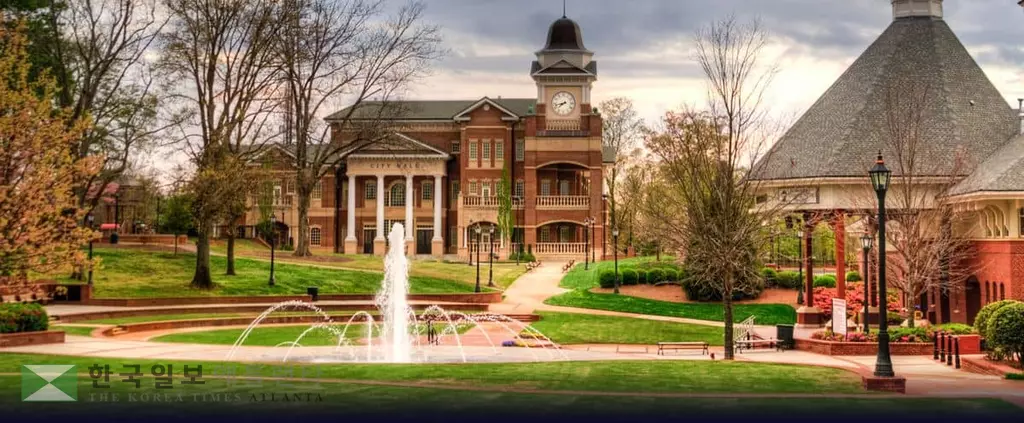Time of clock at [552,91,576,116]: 7:42
